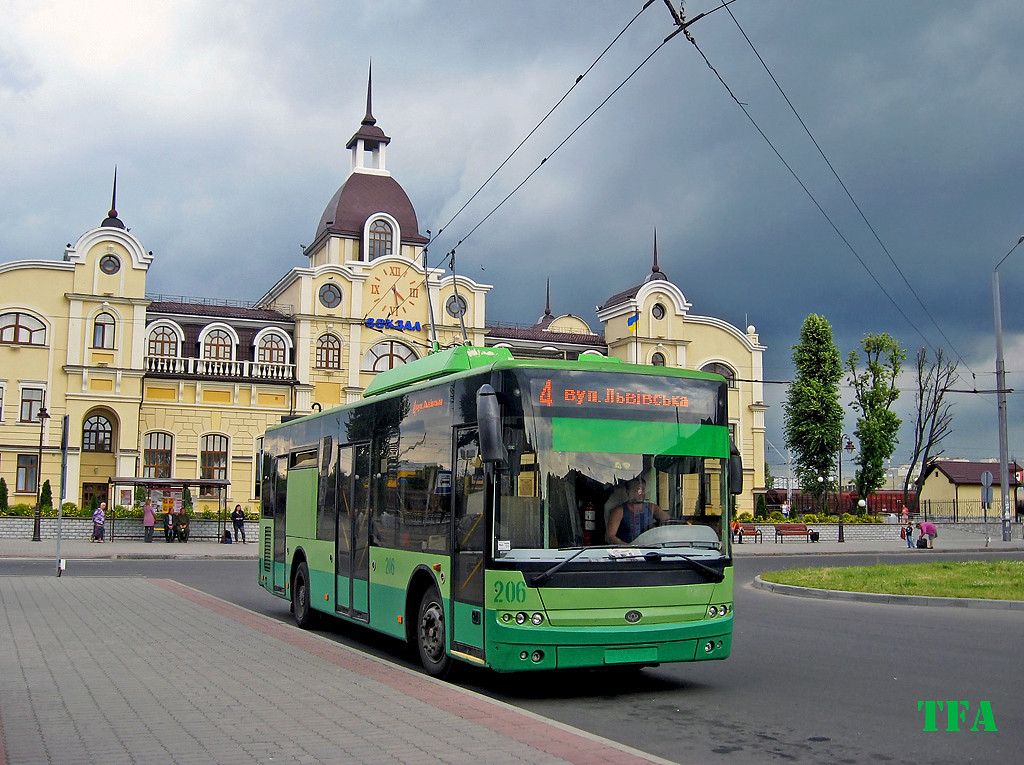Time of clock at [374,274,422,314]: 4:27
